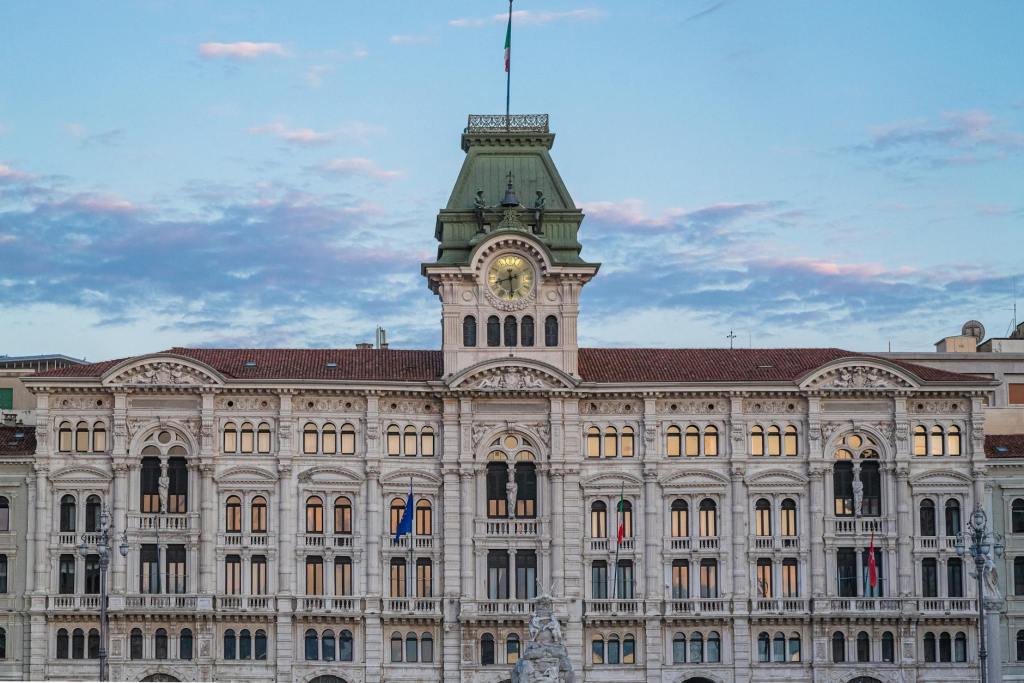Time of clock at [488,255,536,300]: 2:29
